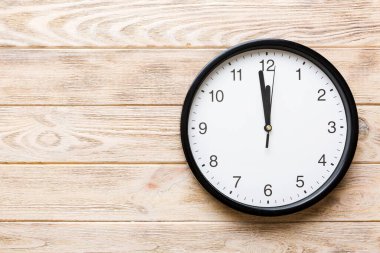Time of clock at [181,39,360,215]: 11:58
